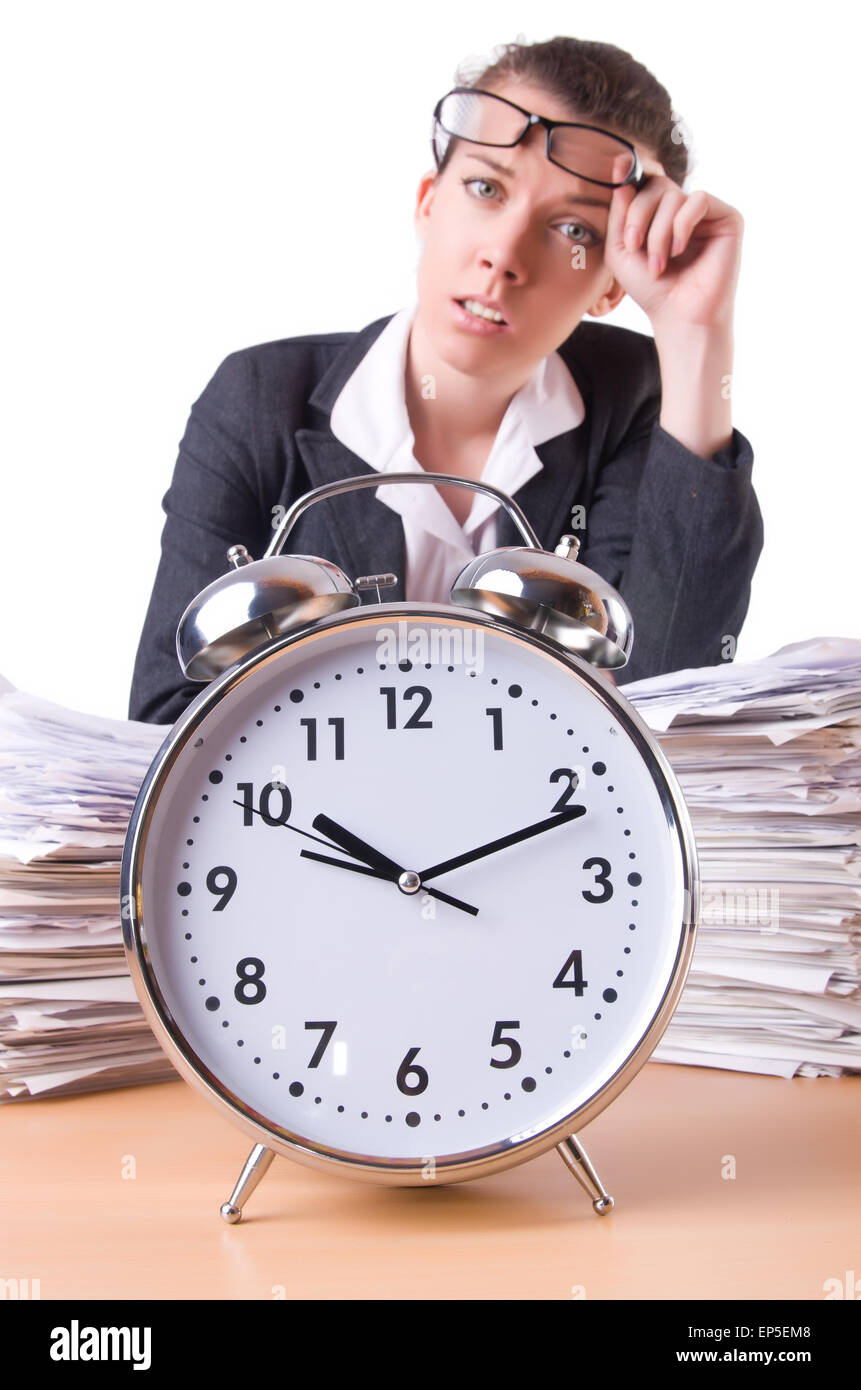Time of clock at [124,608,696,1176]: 10:11
